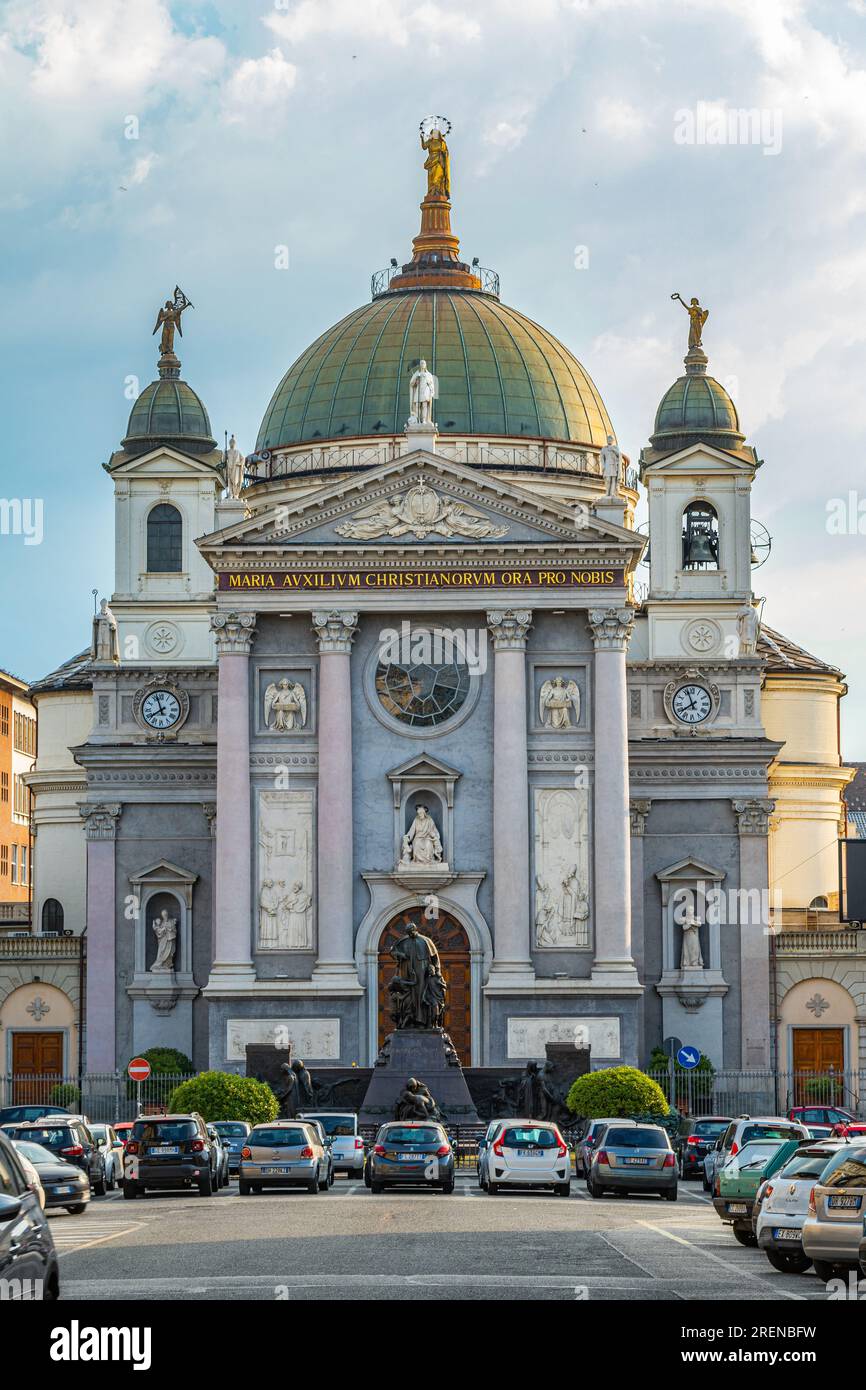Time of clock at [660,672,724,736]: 7:57
